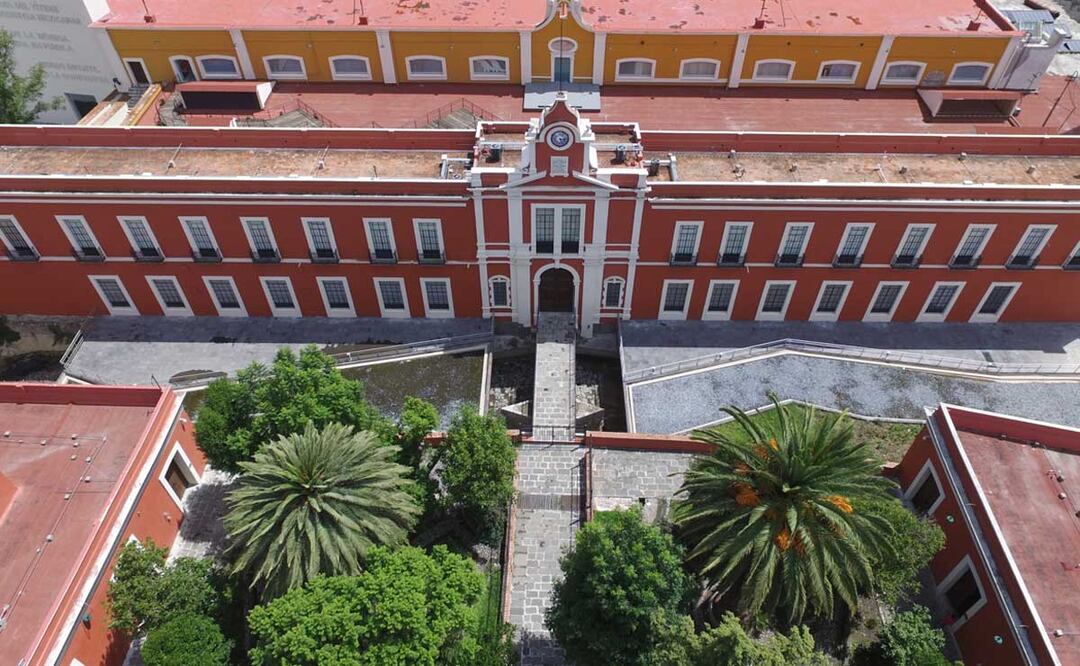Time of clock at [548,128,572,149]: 5:14
